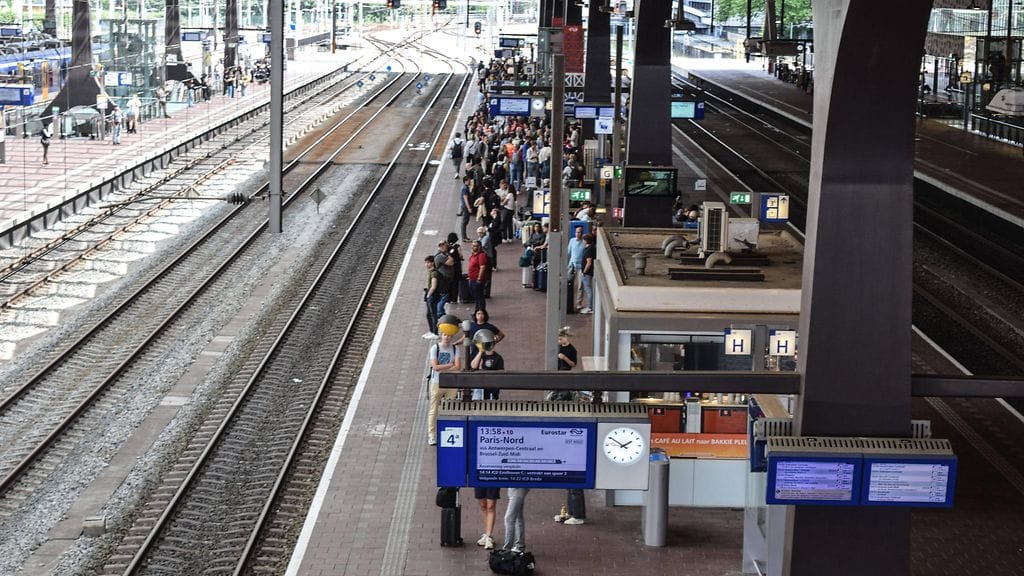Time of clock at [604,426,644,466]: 1:50
